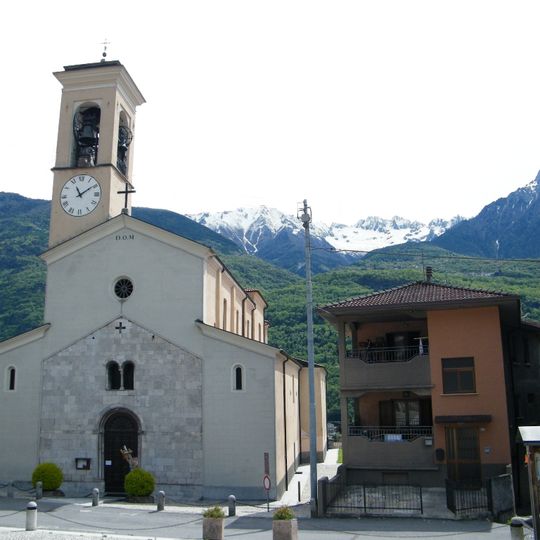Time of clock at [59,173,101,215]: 11:09
